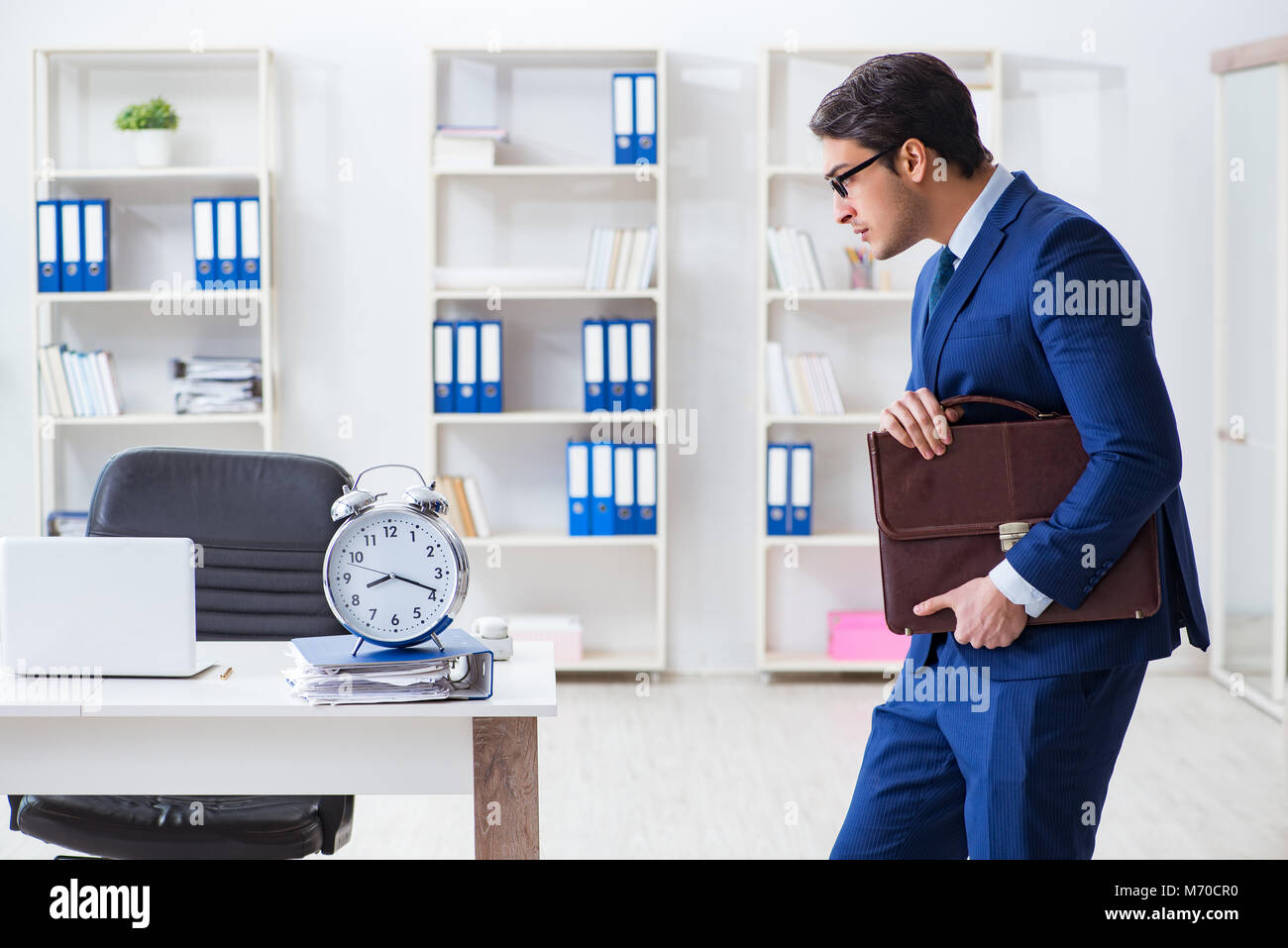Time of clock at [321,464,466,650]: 8:18
